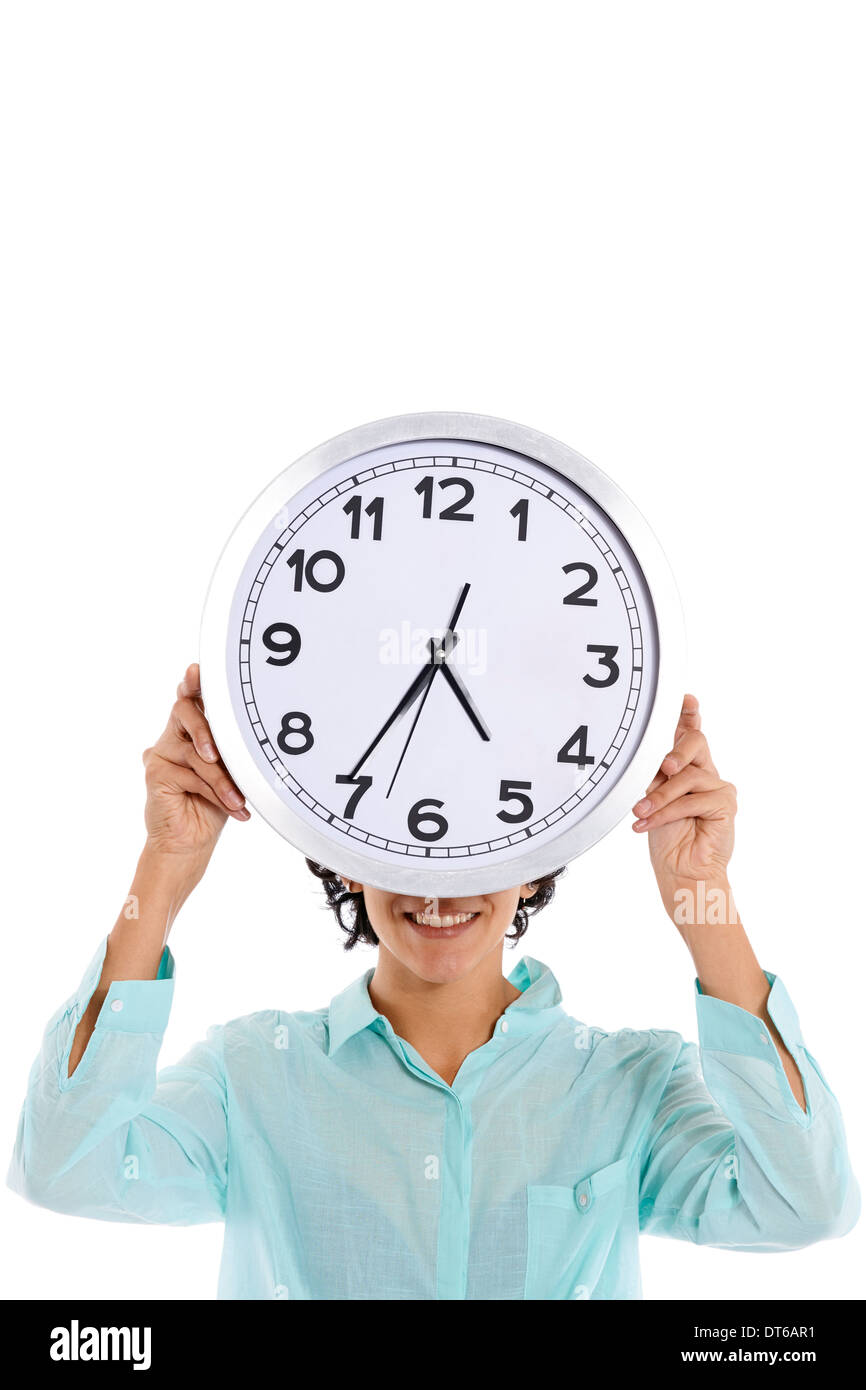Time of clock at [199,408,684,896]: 4:35
